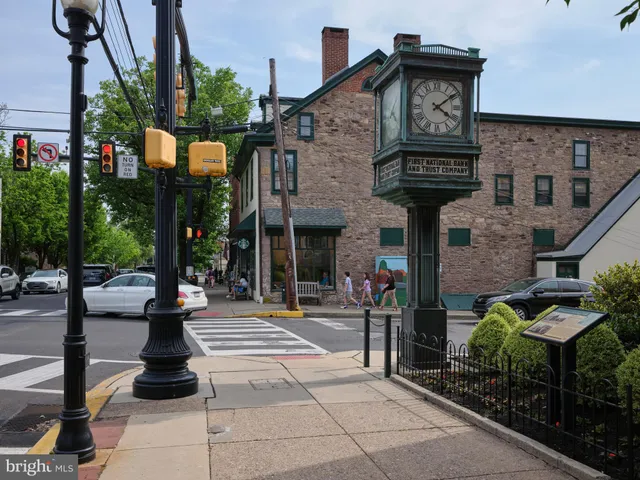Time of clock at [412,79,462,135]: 4:09
